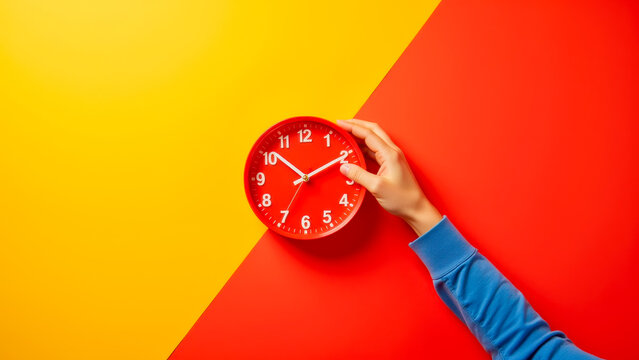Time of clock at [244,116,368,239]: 10:10
